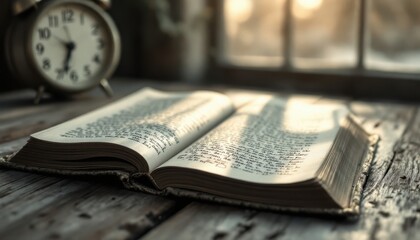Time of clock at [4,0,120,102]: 6:33
